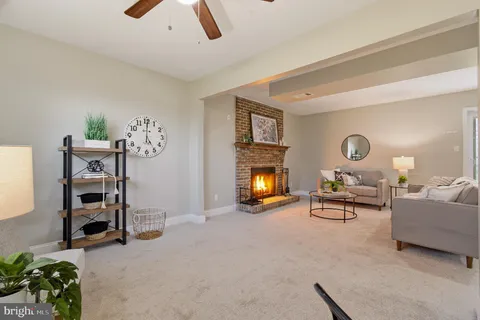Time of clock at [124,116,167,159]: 5:00
